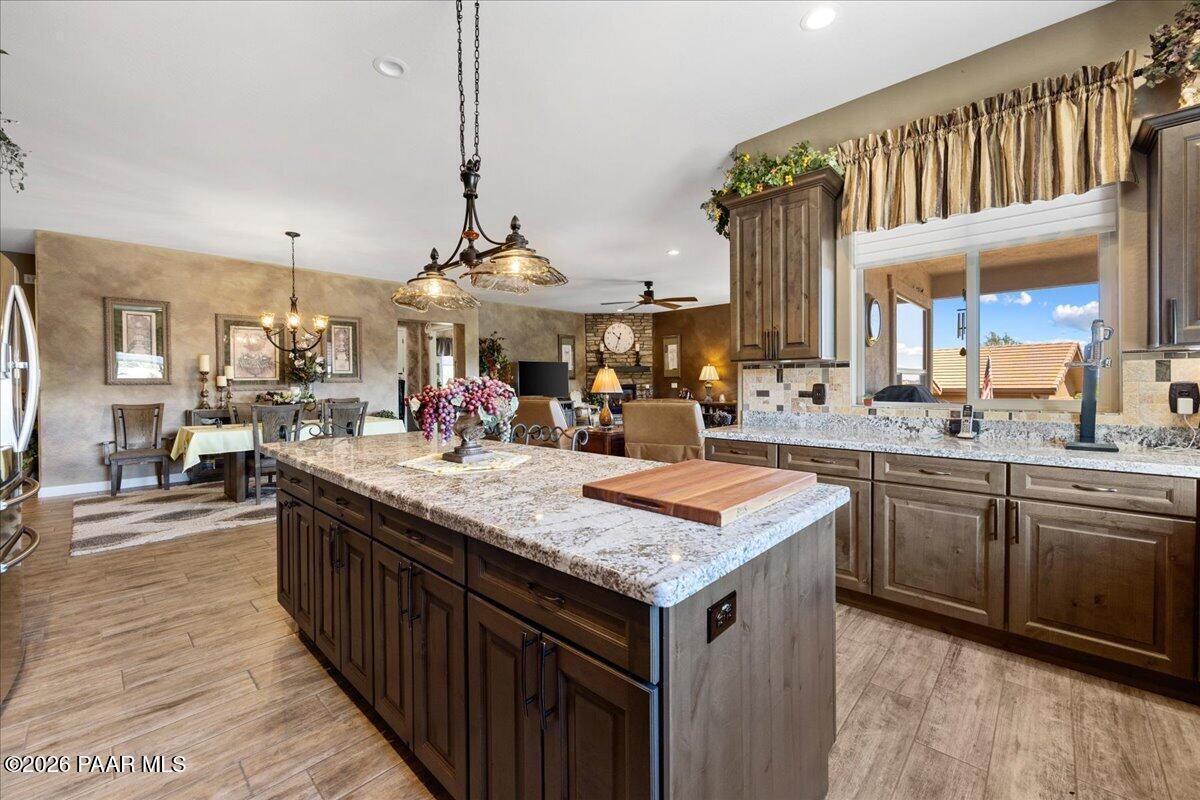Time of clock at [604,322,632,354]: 10:32
